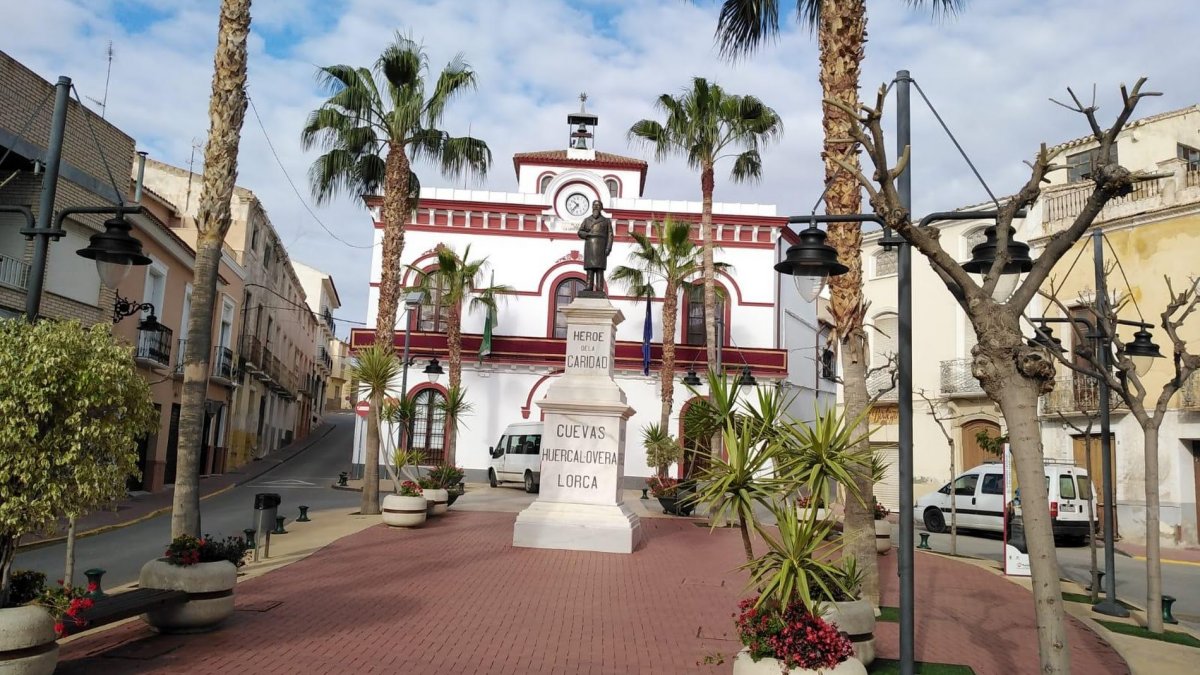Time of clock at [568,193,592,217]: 10:37
